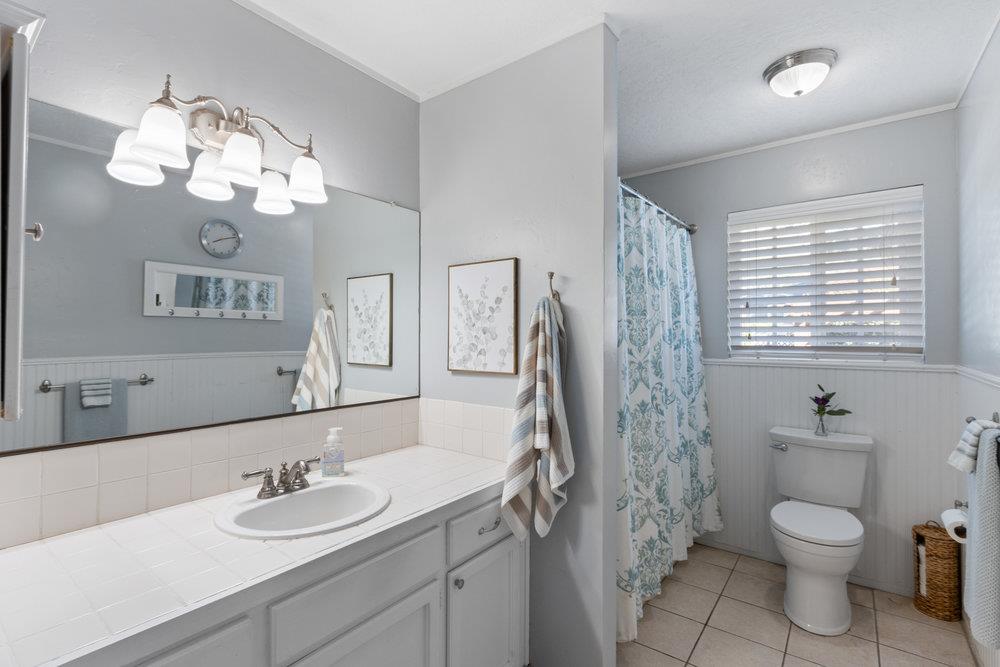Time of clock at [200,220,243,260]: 8:12
